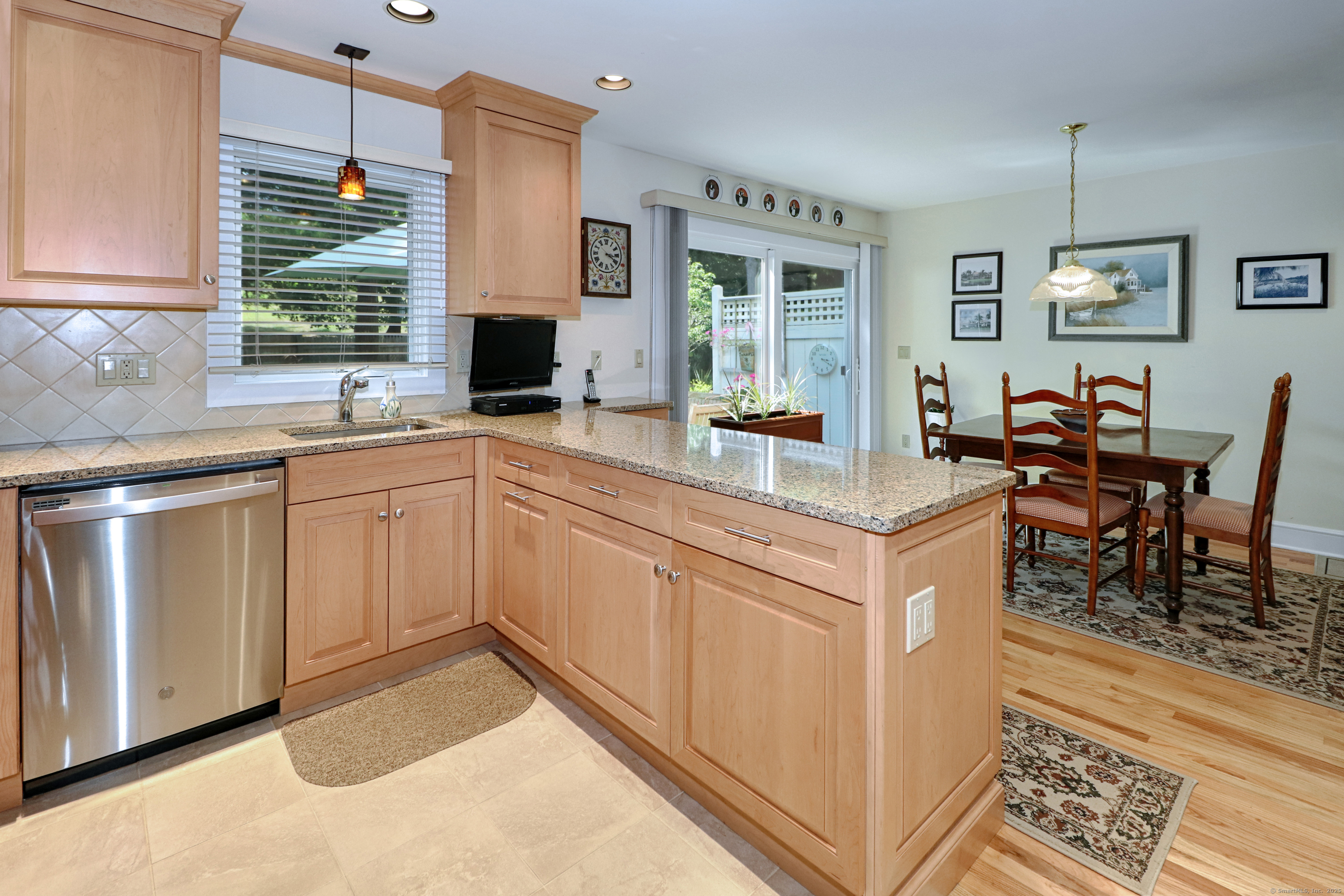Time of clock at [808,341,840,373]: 3:20
